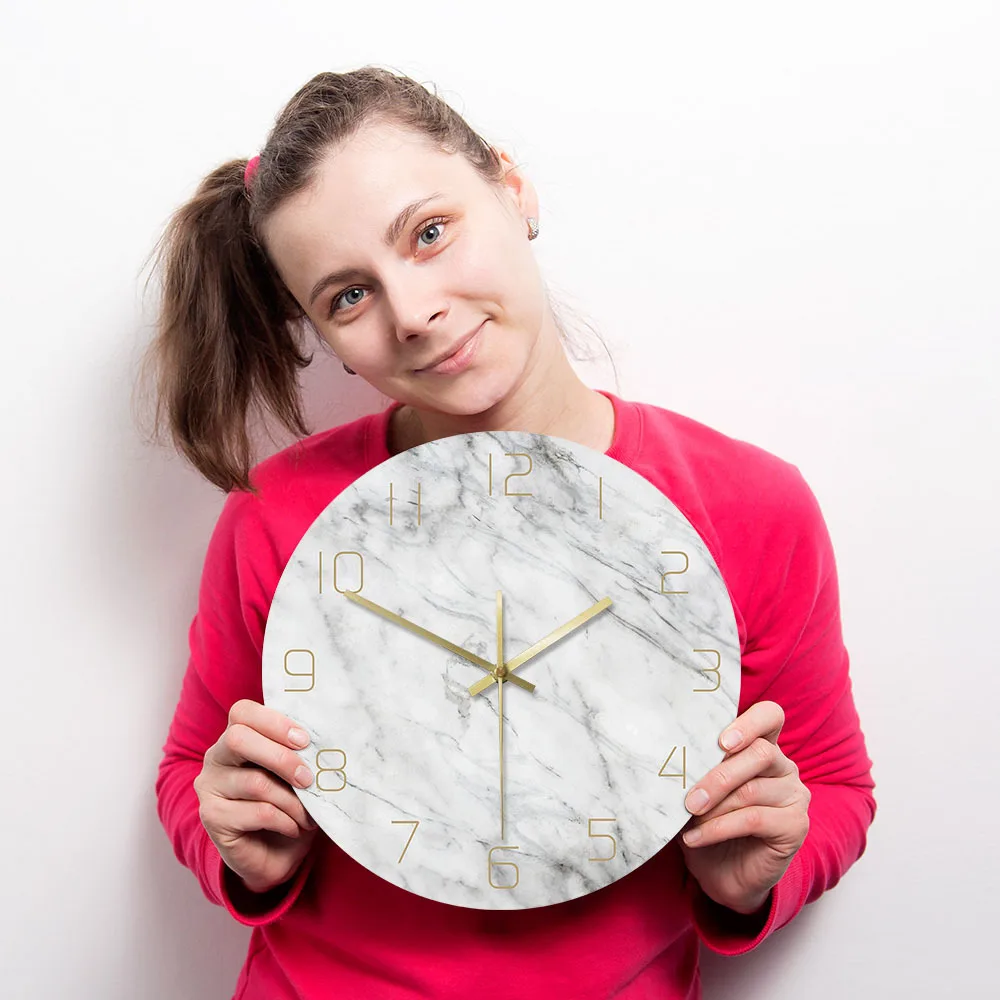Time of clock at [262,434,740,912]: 1:49
